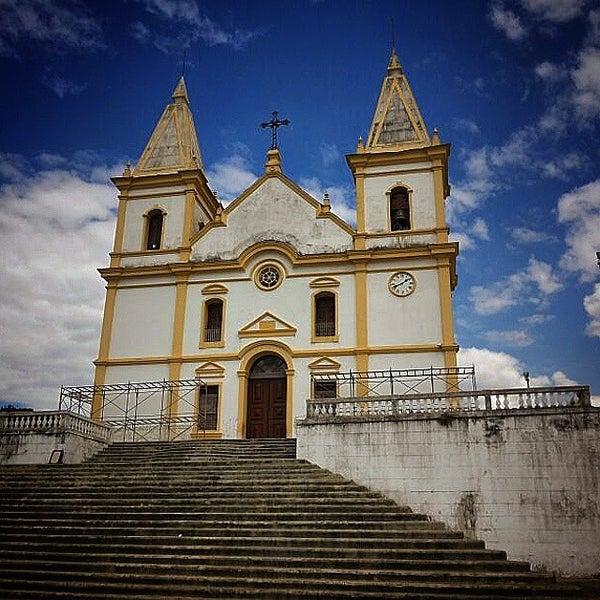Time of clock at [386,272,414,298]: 8:08
